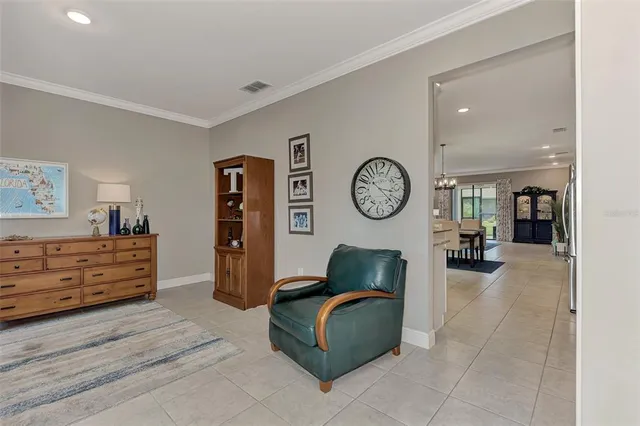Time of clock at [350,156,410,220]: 3:22
